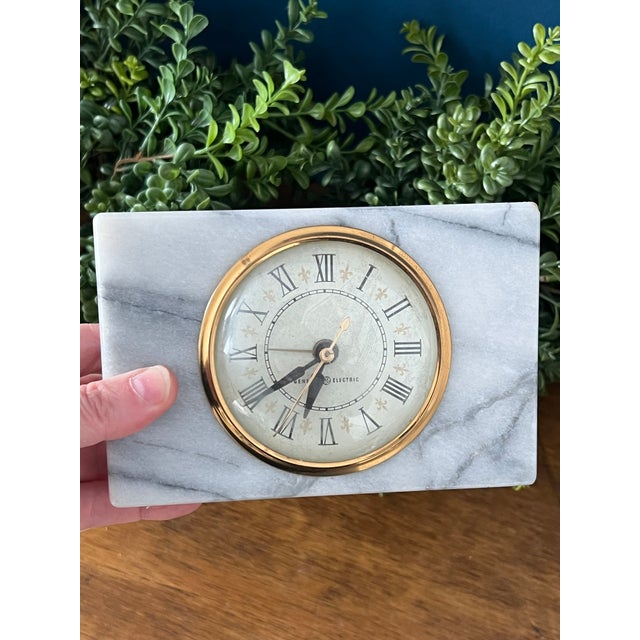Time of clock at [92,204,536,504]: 6:39
